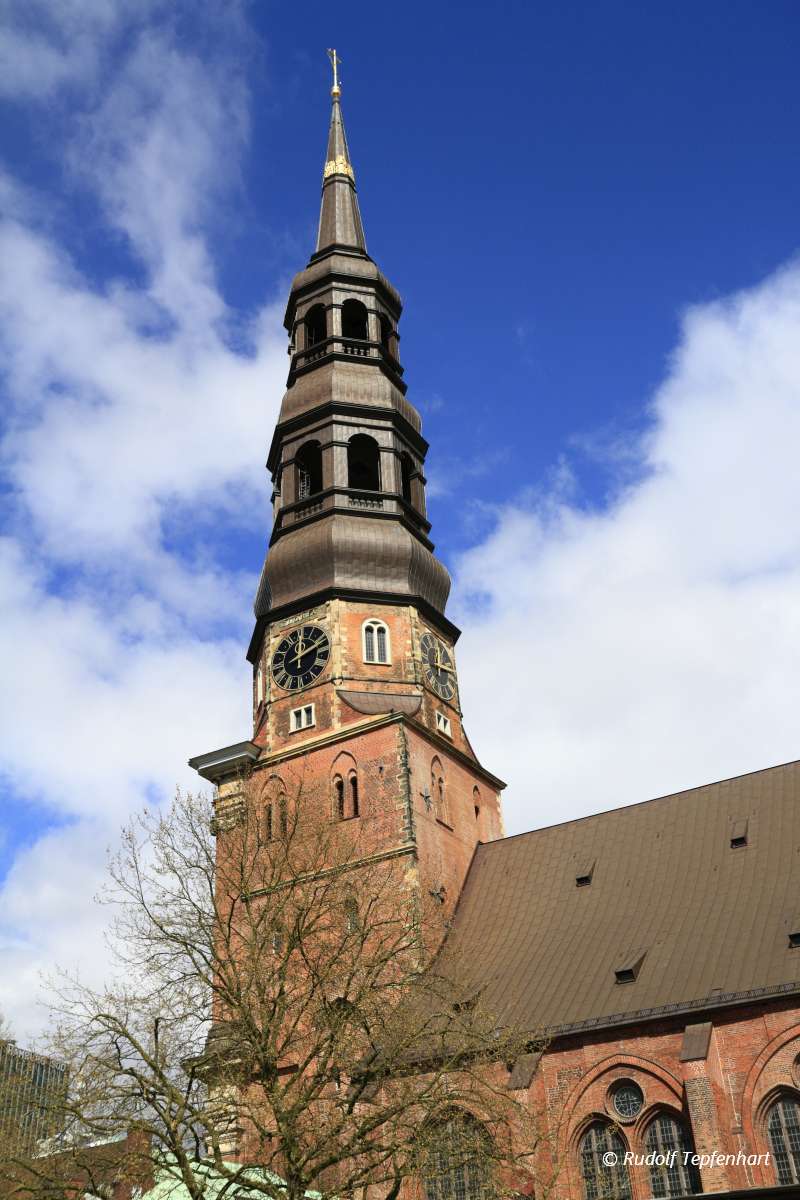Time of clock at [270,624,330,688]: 2:00
